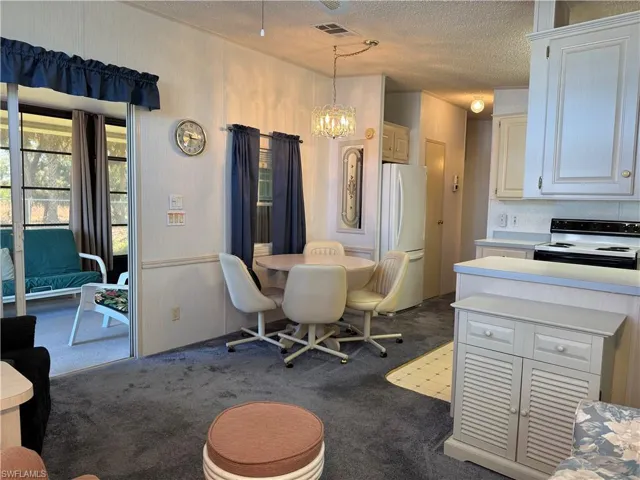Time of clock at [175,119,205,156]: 6:16
